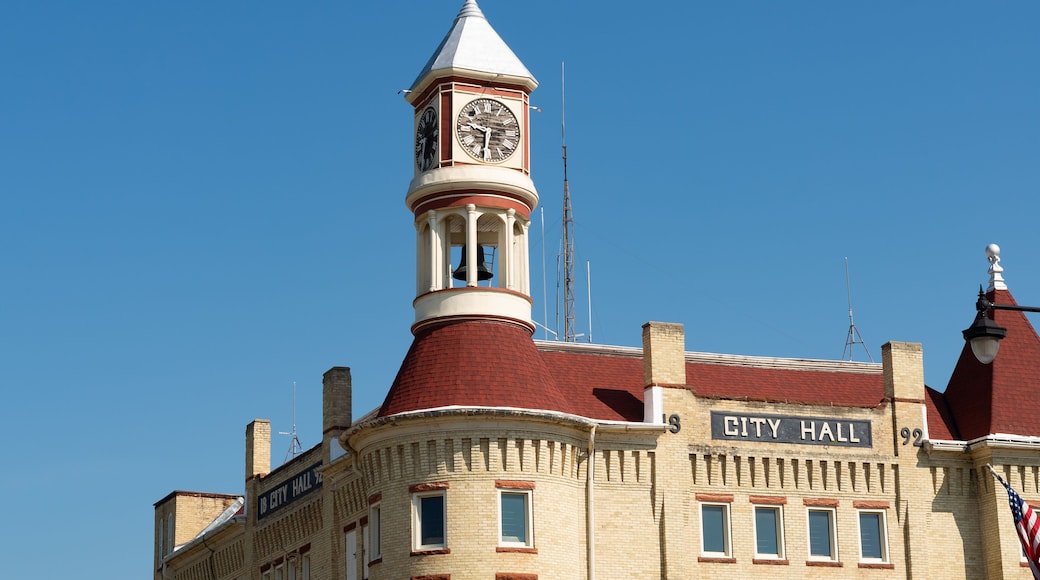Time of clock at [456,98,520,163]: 9:31
